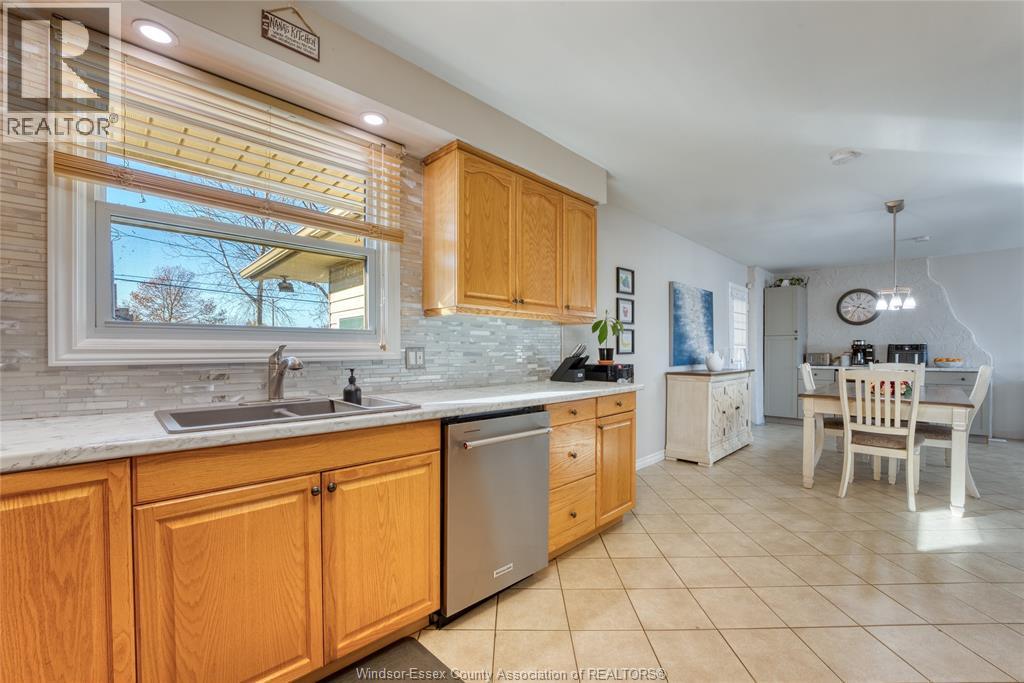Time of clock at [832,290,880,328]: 3:35
